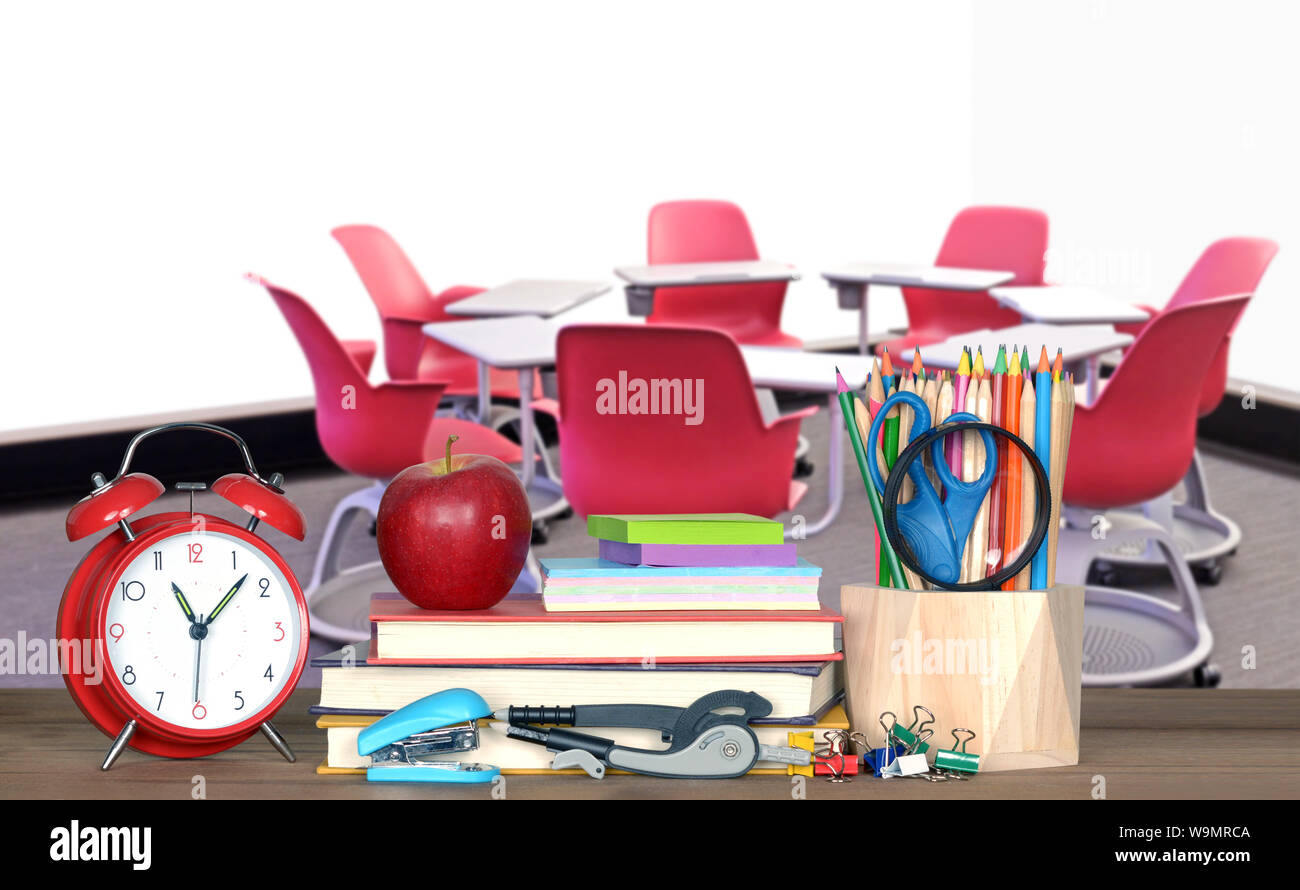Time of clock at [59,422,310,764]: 11:07
